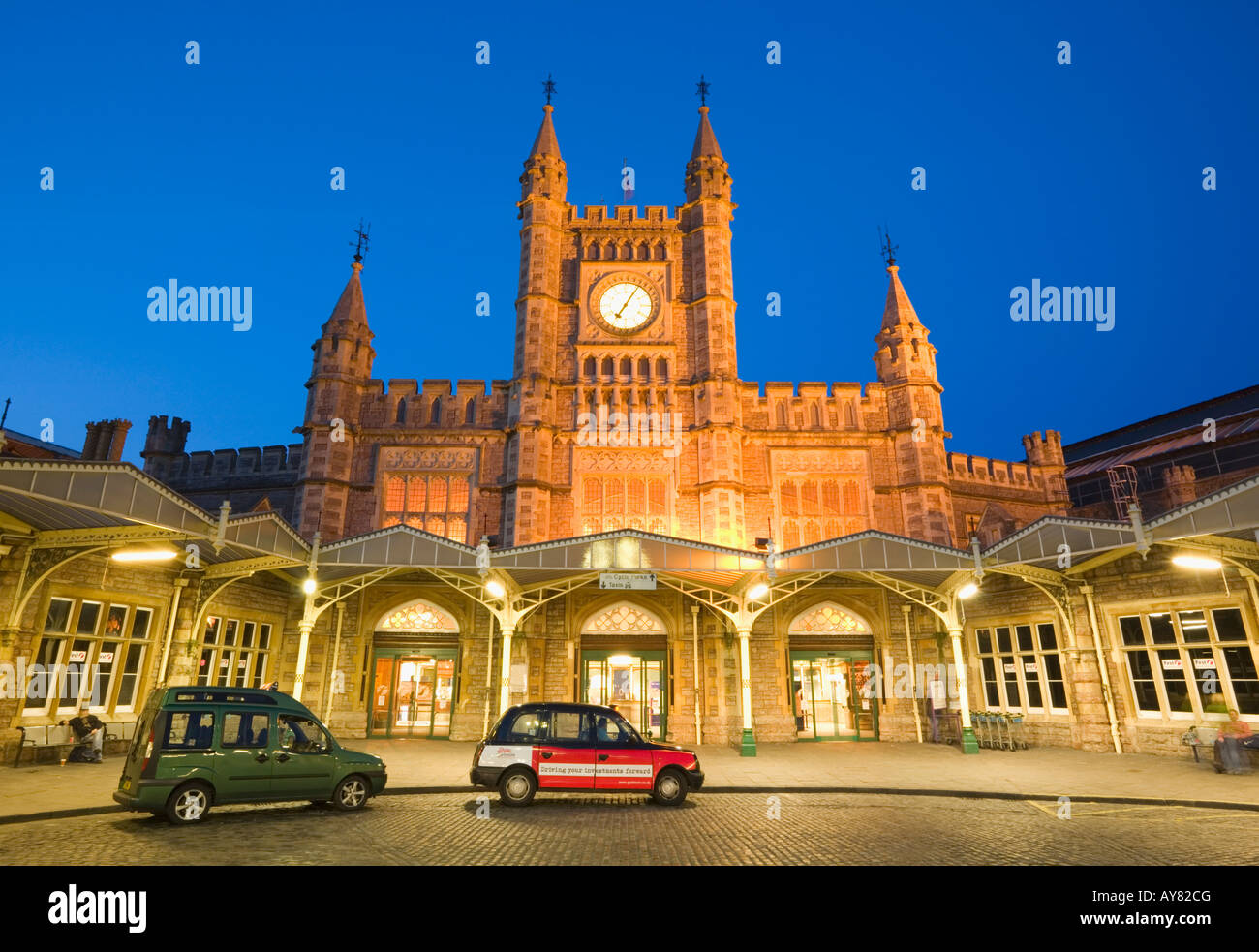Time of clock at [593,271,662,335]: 7:05
